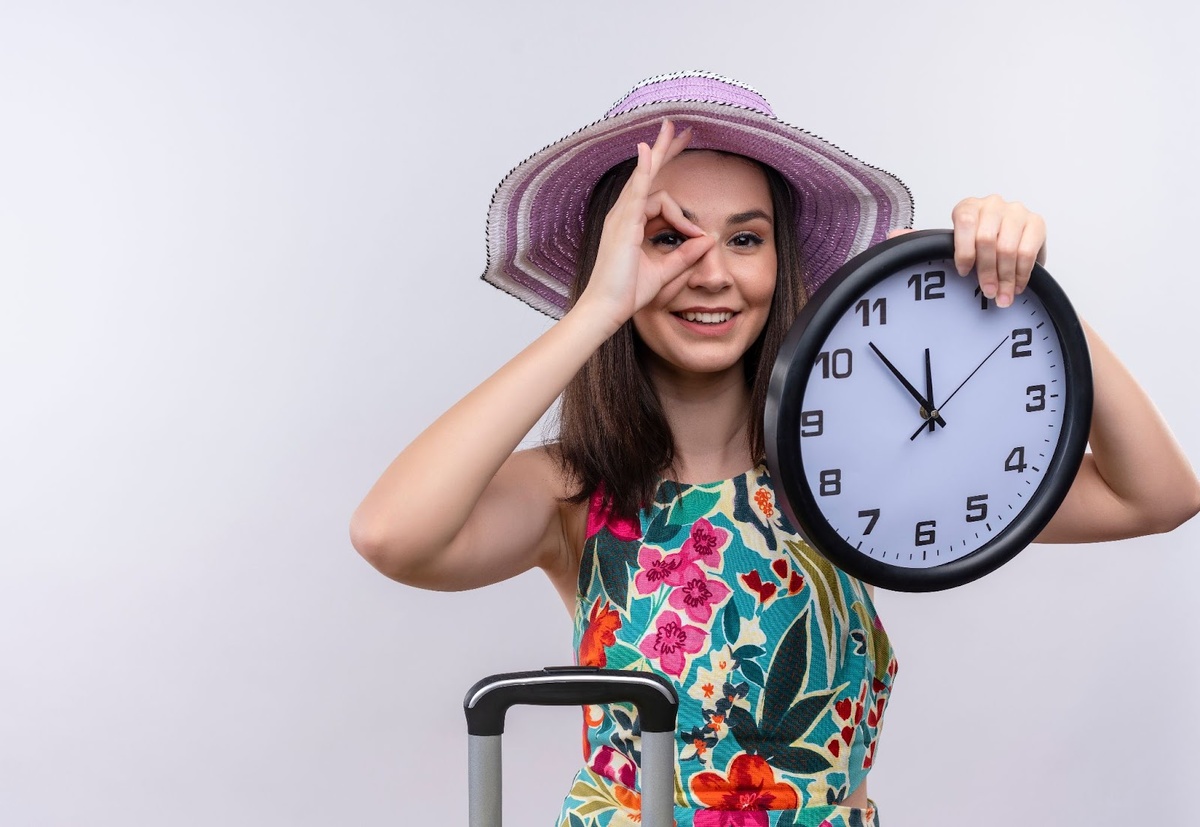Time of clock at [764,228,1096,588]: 11:52
